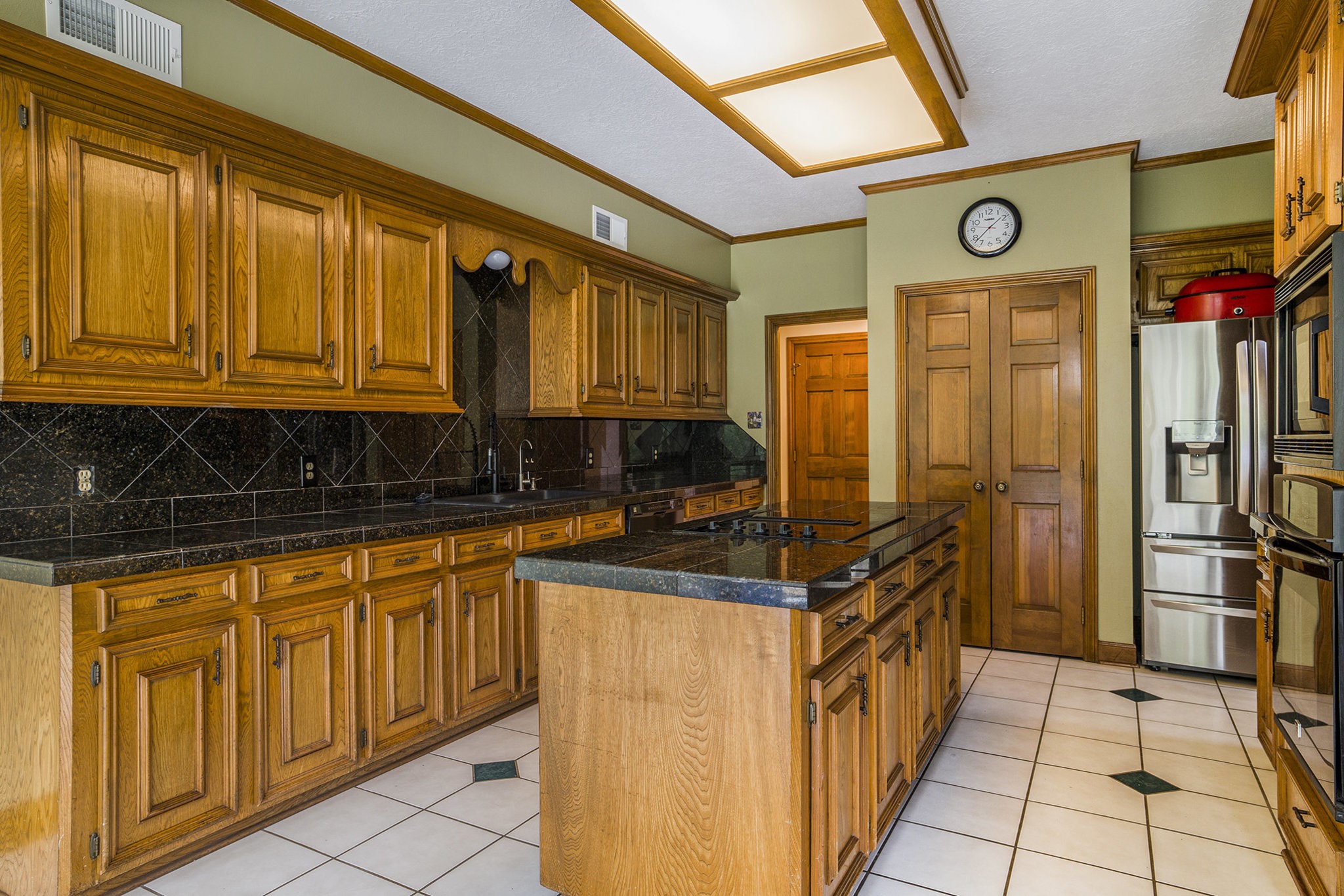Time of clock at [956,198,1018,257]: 1:37
